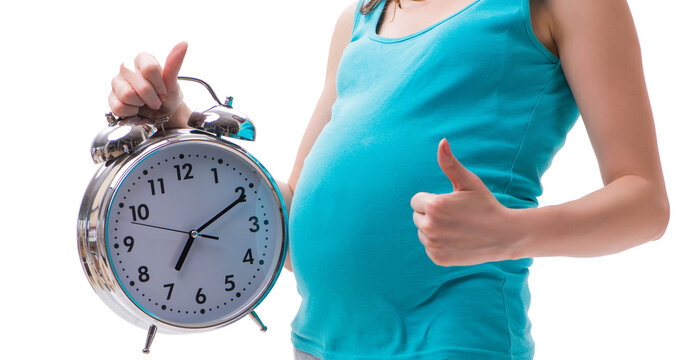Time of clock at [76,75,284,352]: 7:10
